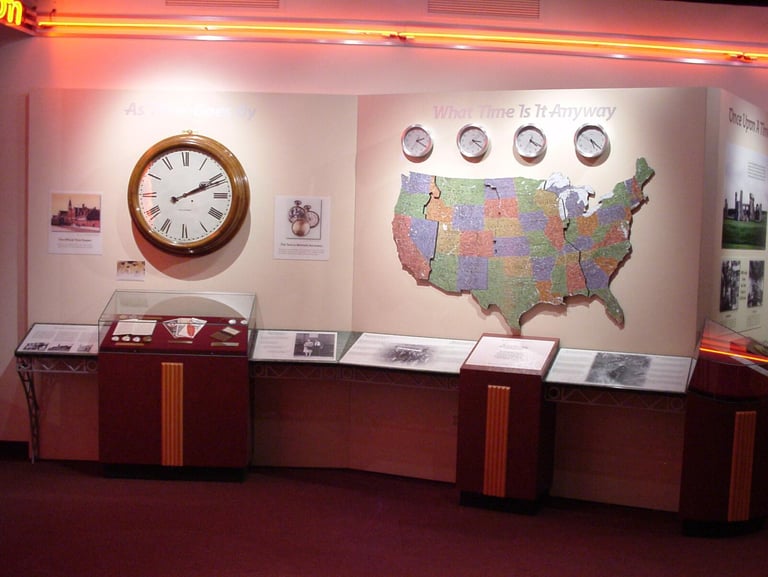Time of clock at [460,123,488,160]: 3:21
